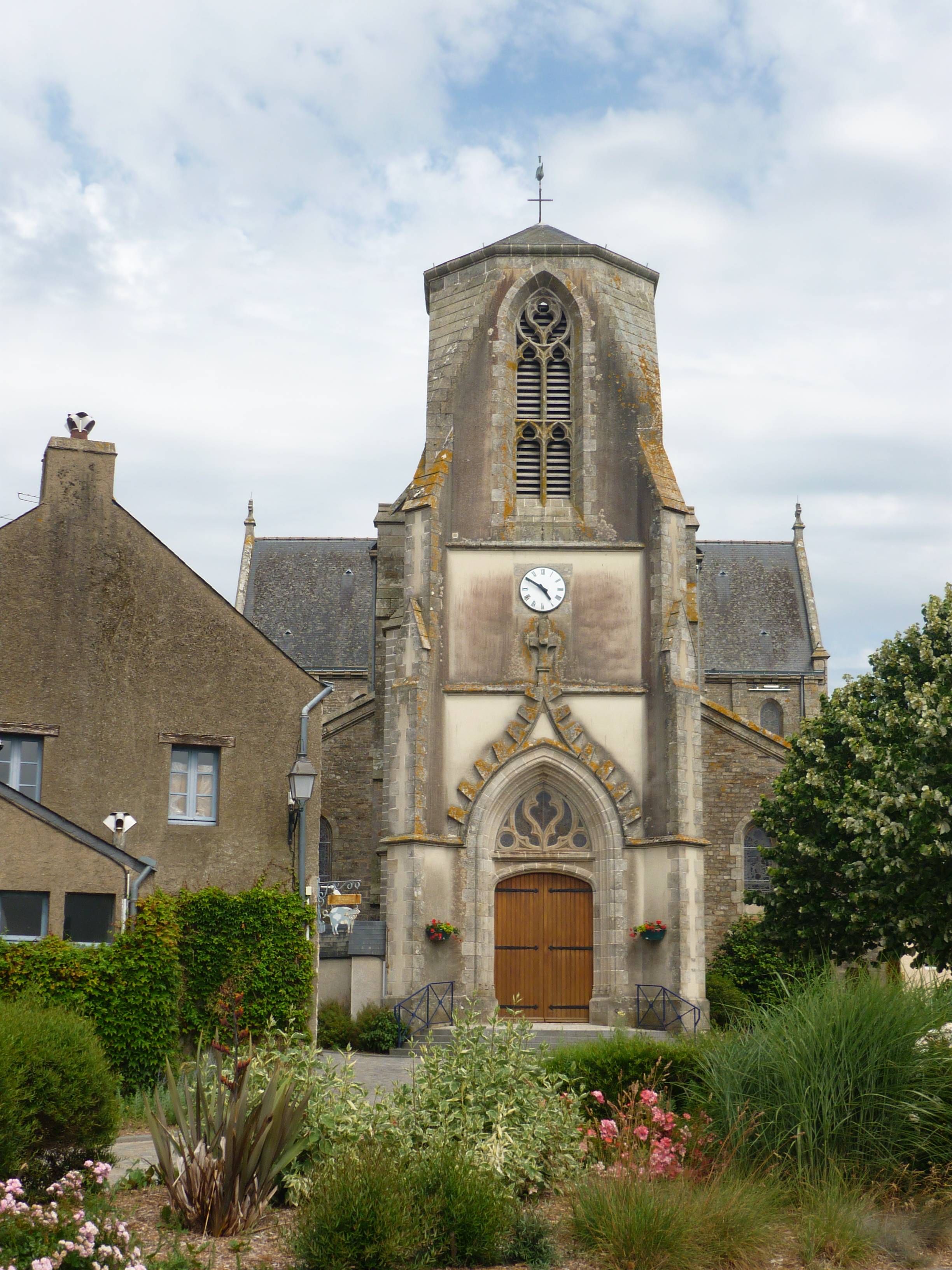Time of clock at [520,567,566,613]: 4:50
